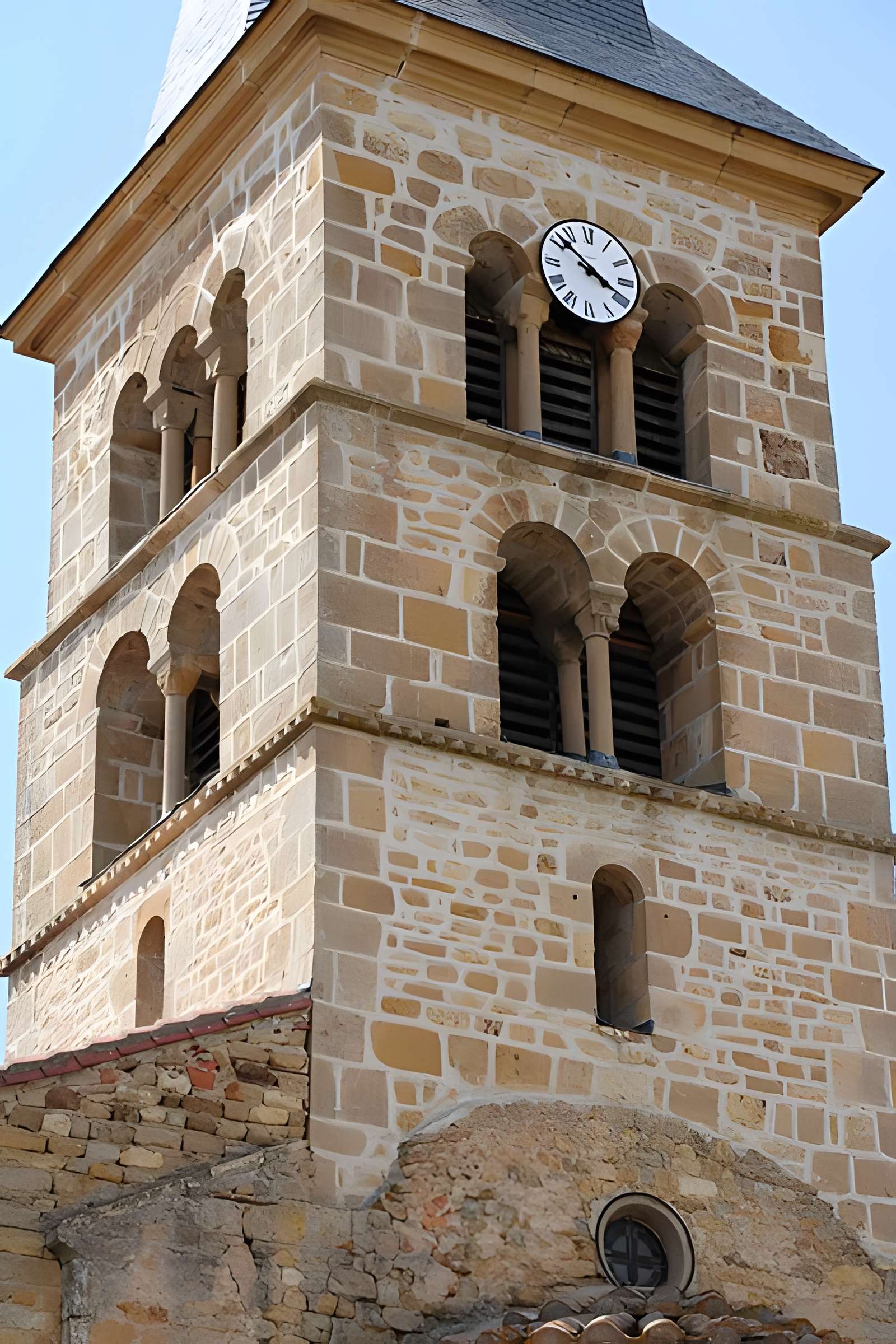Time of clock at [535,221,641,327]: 3:51
